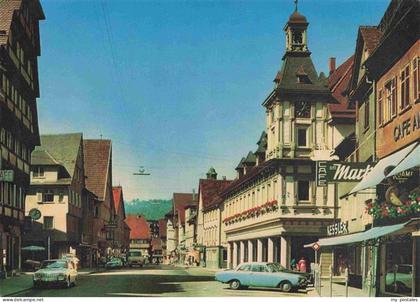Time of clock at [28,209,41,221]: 2:02
